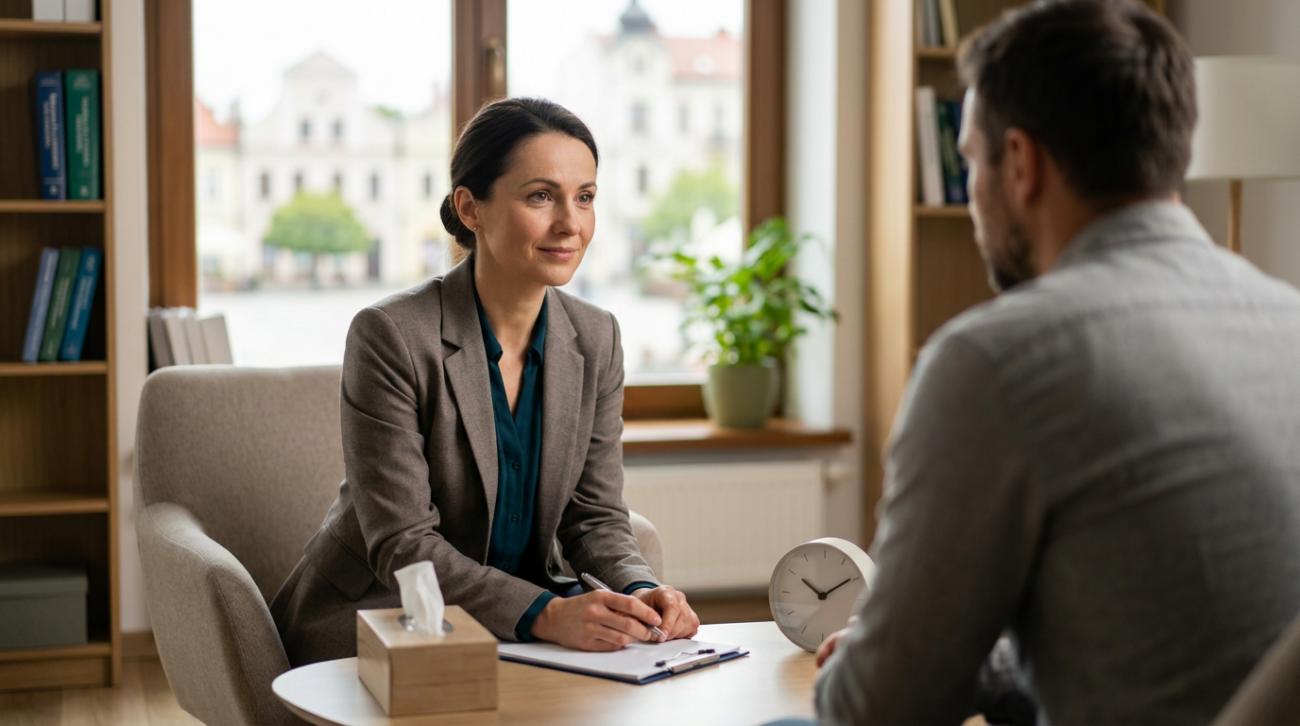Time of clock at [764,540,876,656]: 10:09
